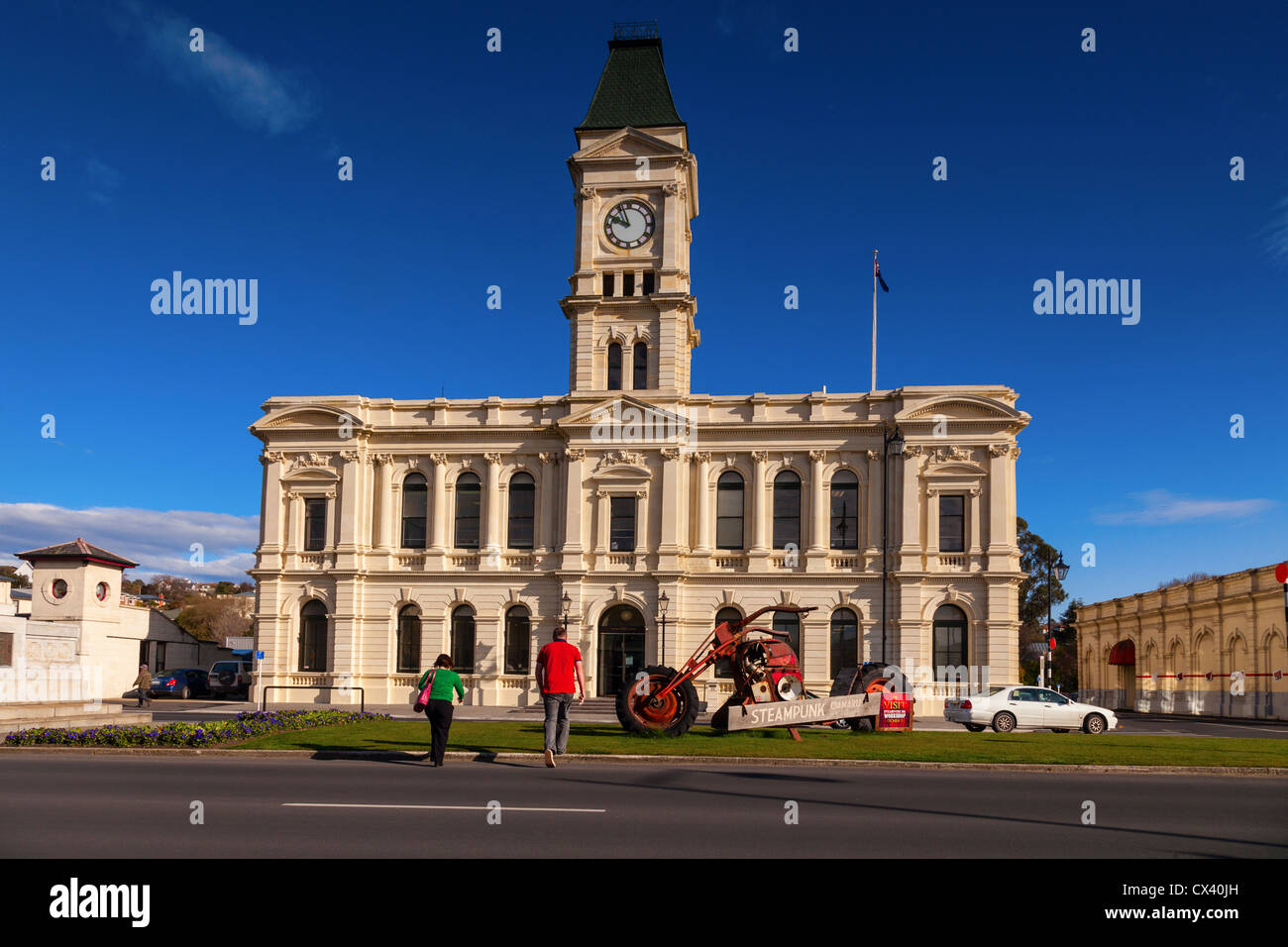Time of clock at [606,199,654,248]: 9:56
